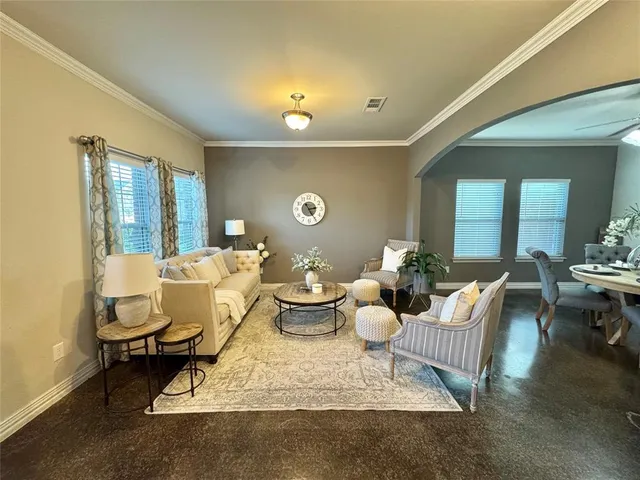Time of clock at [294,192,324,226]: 2:24
